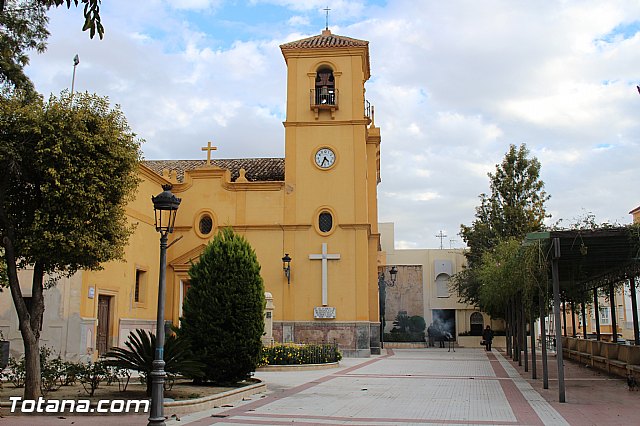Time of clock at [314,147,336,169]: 4:34
